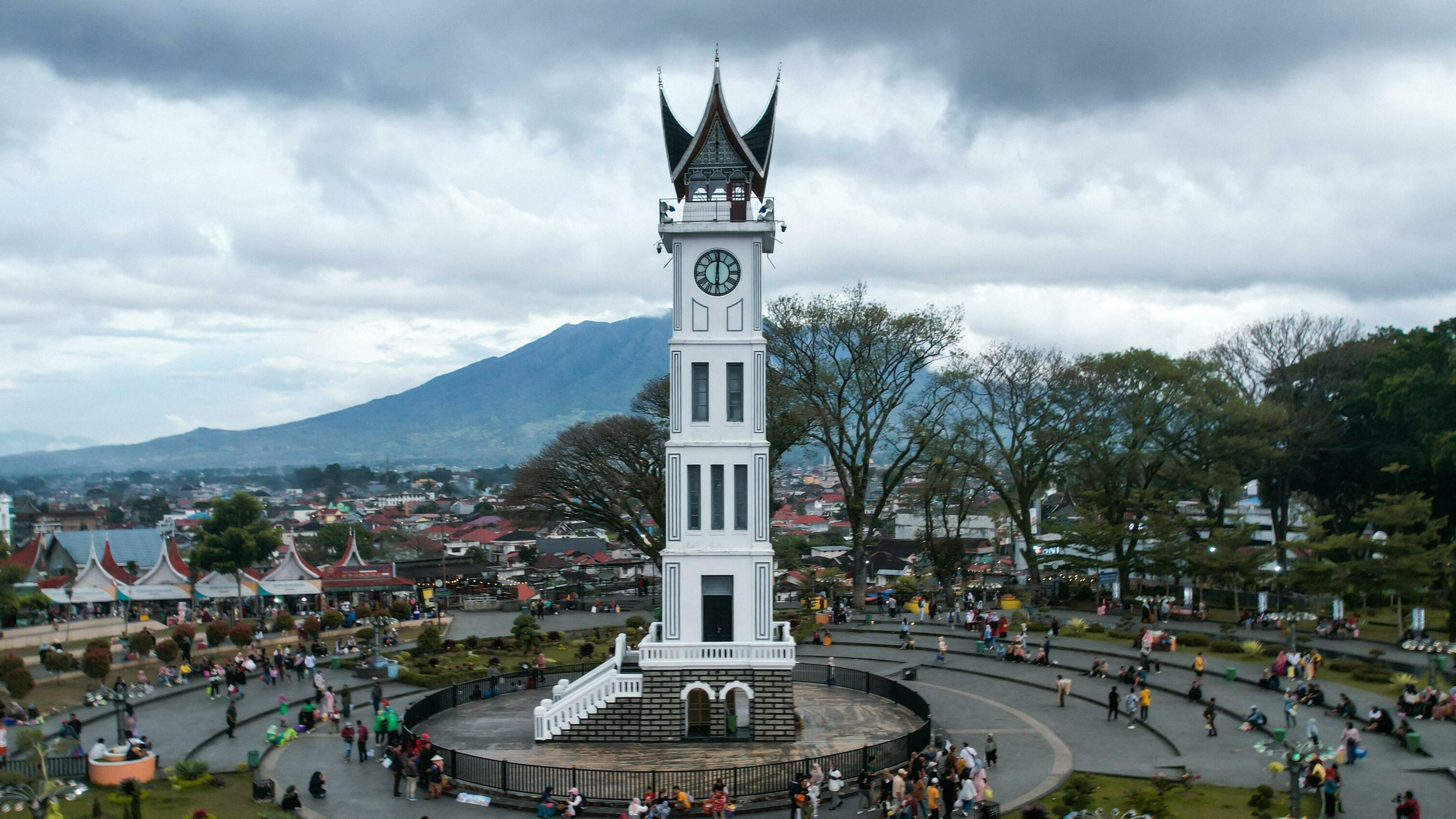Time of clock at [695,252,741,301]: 6:00
